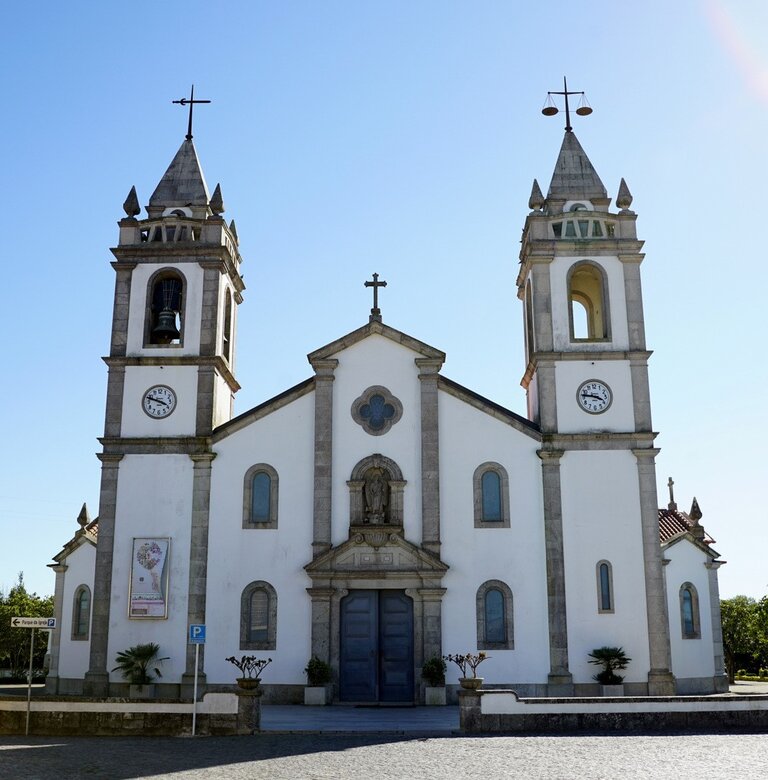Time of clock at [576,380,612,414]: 3:46
